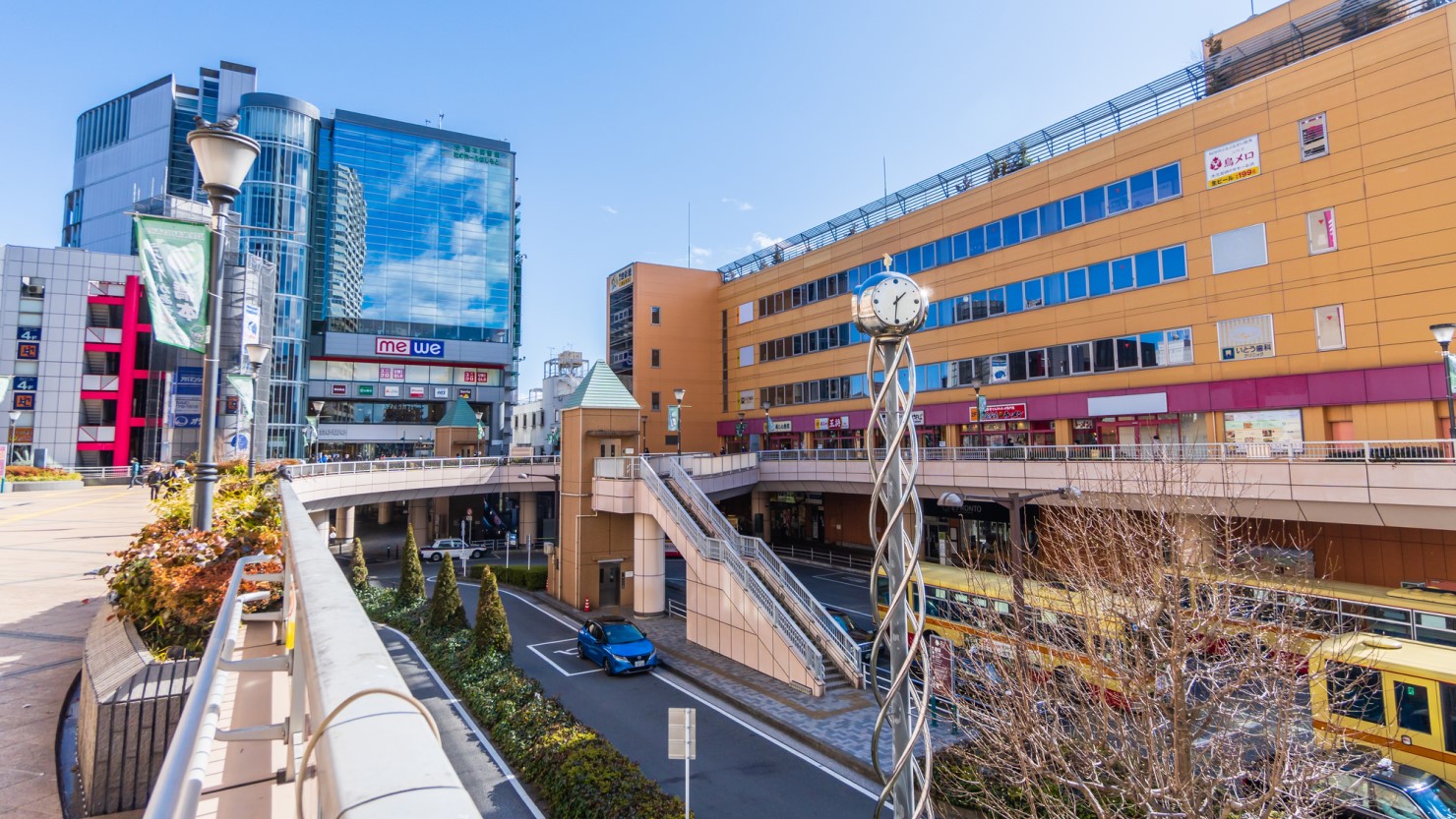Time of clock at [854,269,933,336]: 1:31
